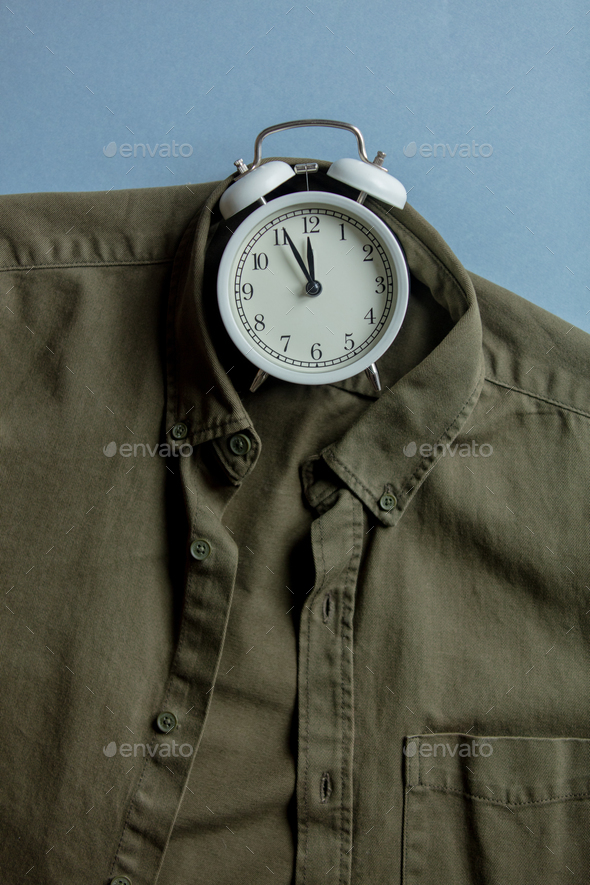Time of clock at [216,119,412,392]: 11:55
